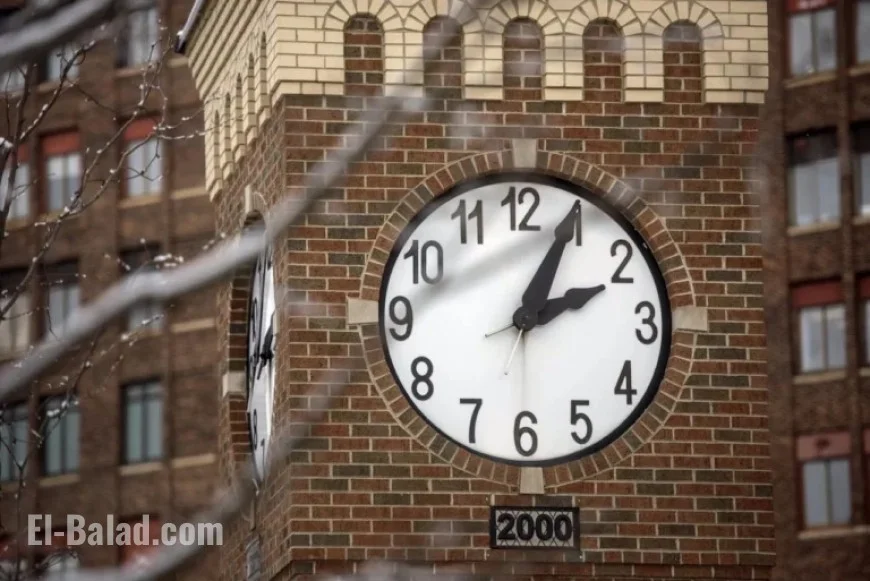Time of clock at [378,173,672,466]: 2:04
